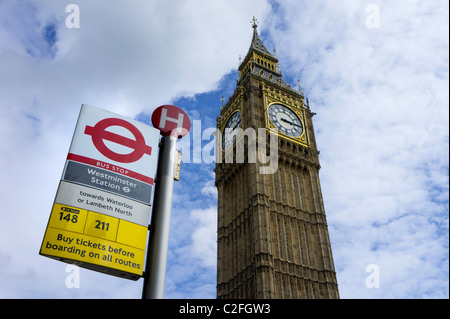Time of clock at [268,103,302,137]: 3:15
